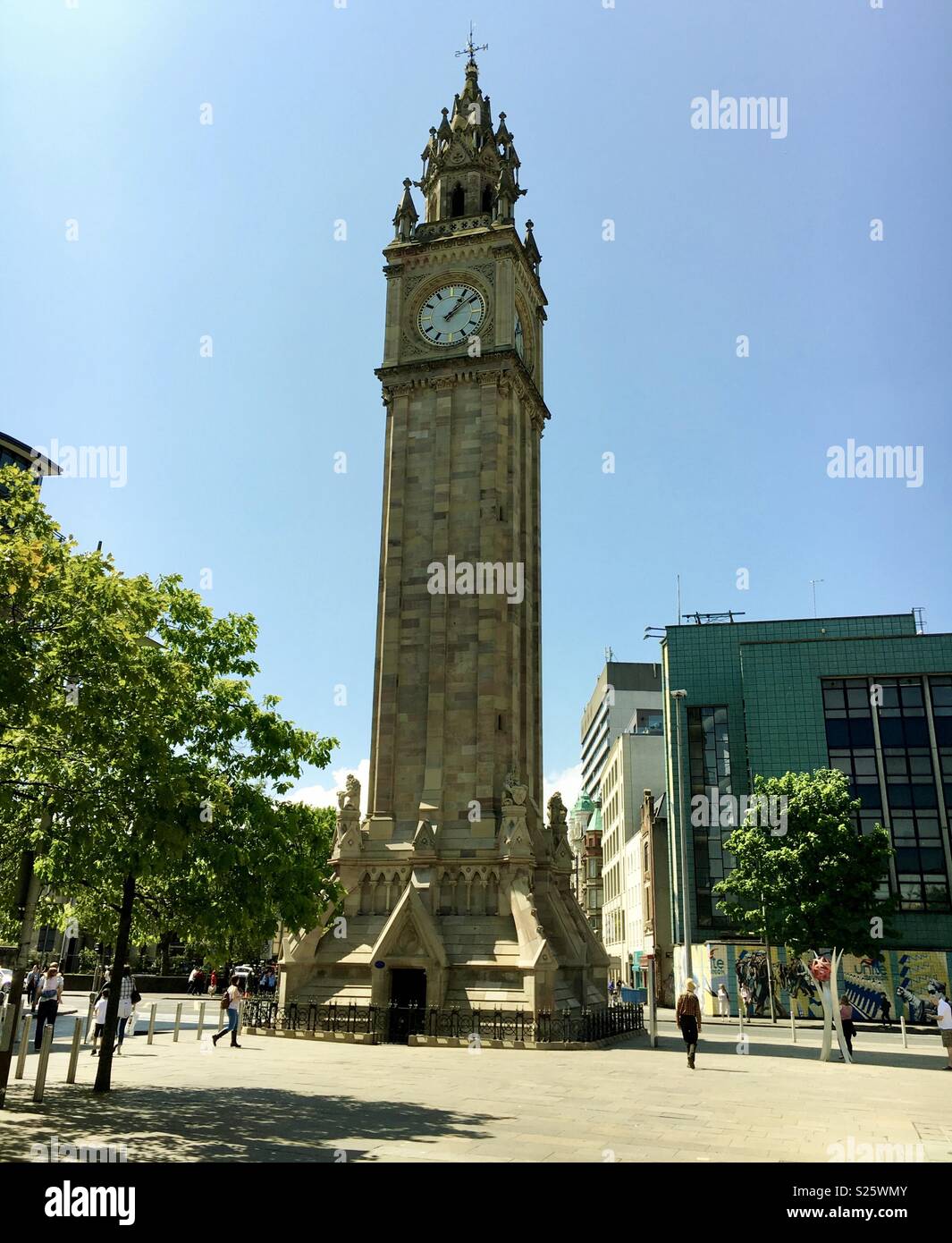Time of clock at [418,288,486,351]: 1:08
